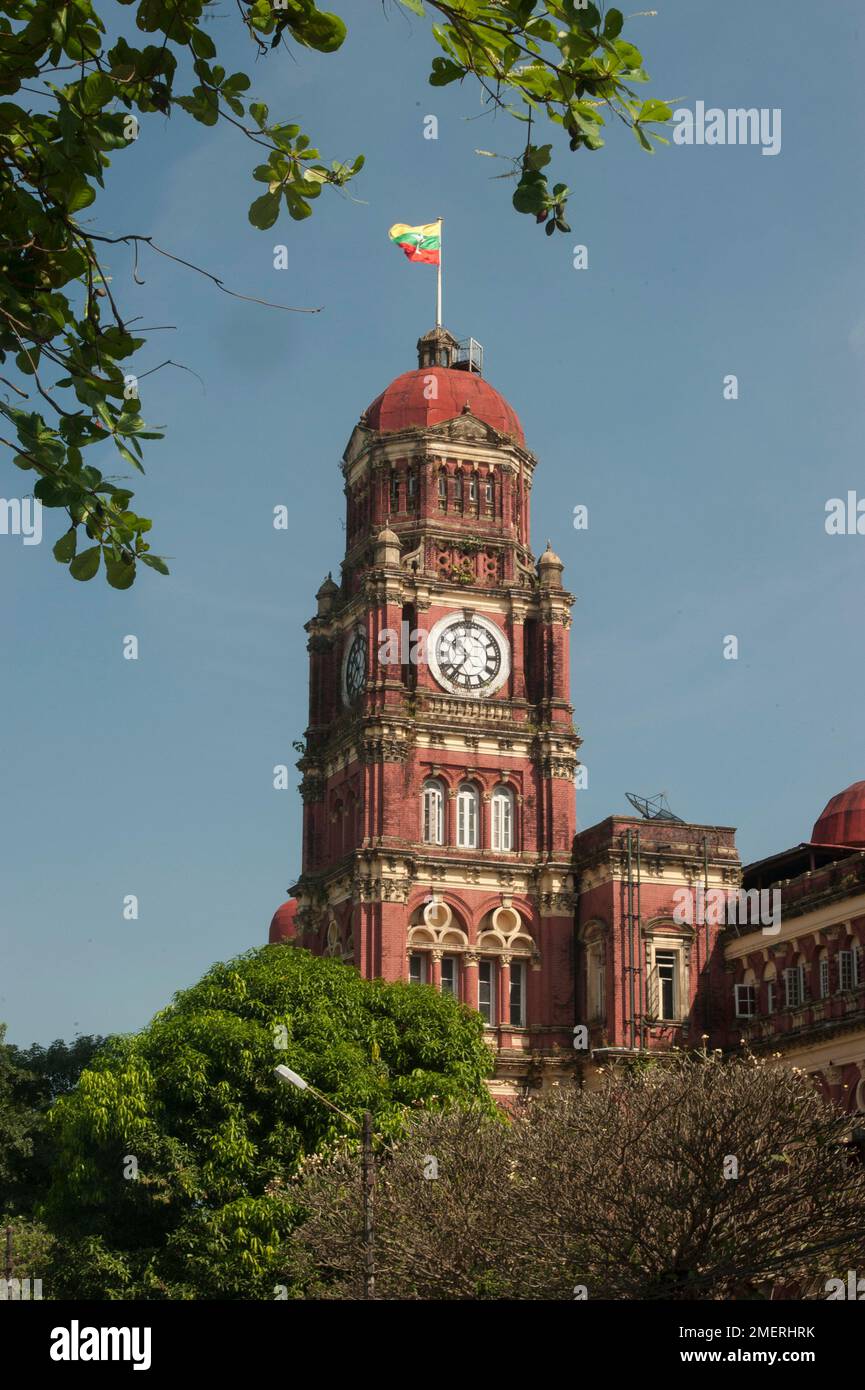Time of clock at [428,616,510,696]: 10:36
